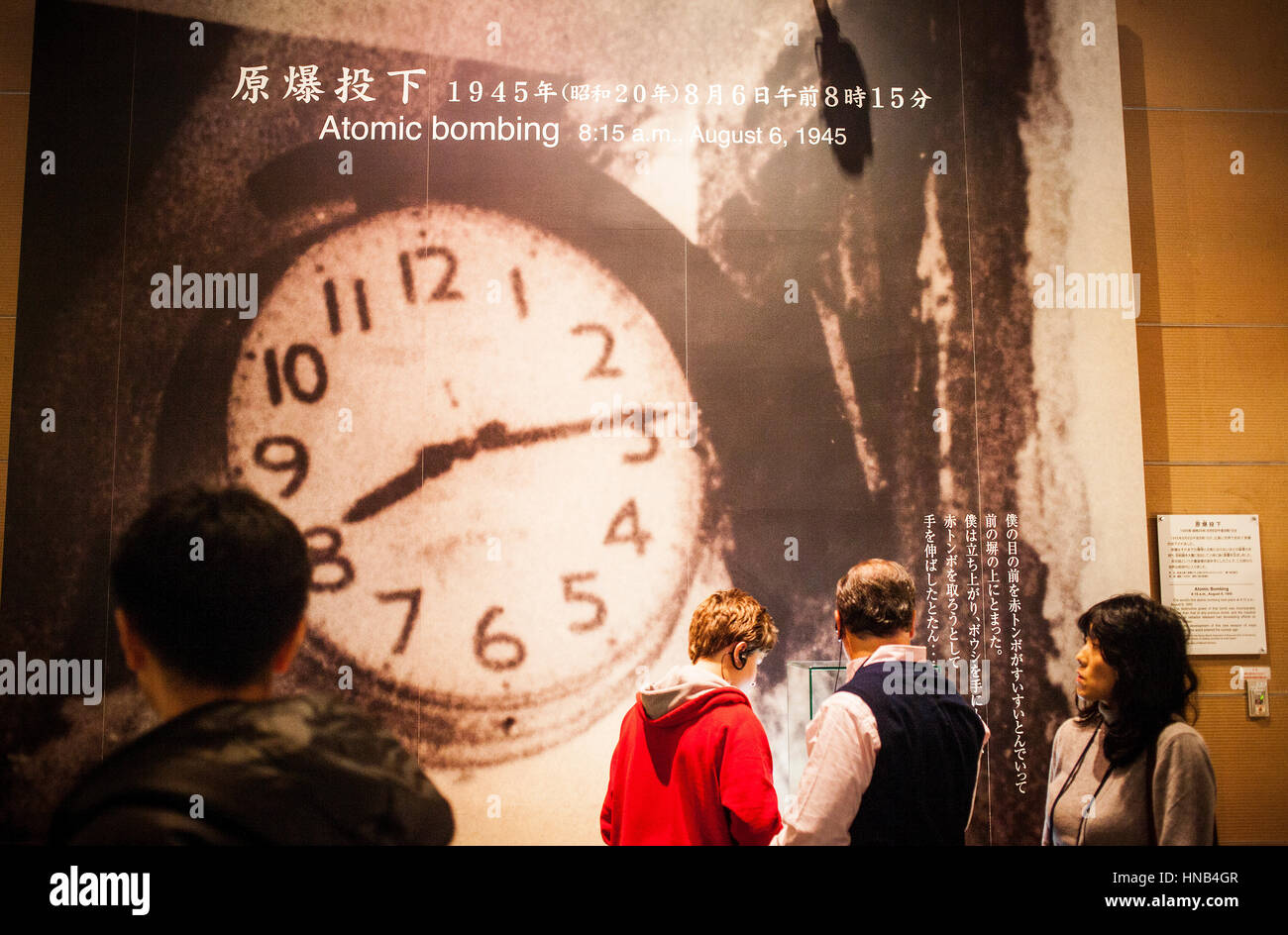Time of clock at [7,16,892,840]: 8:14
